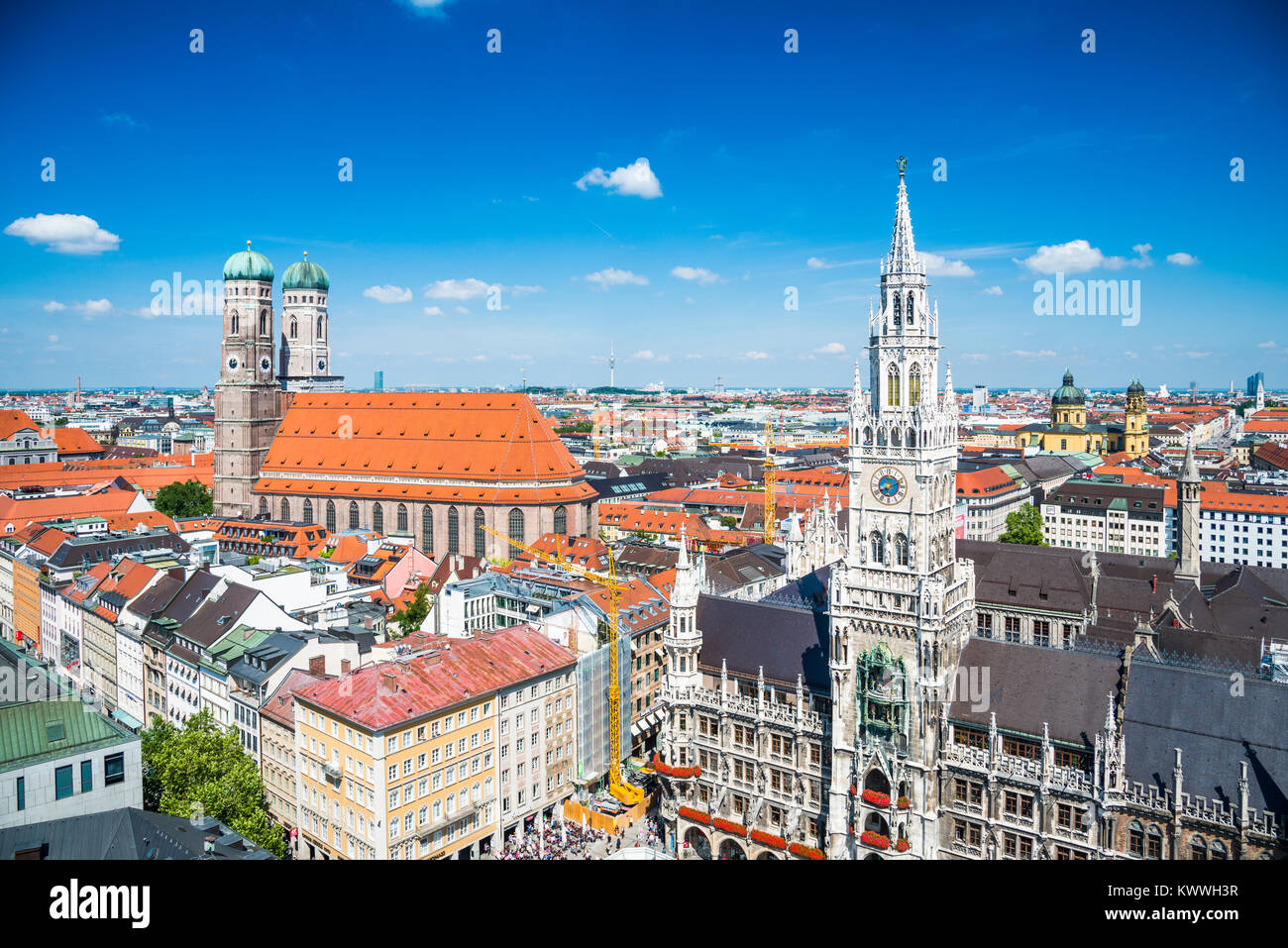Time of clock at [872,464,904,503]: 8:11
